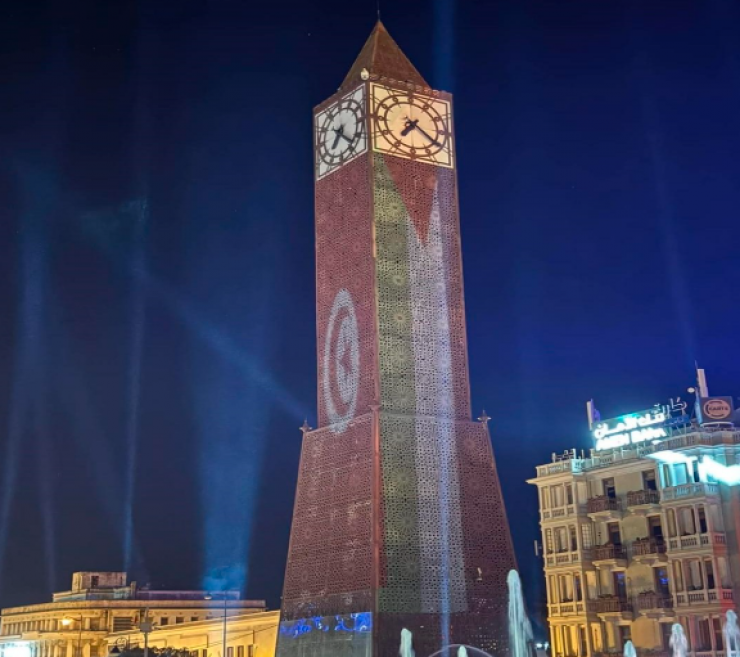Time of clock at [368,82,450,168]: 7:21
